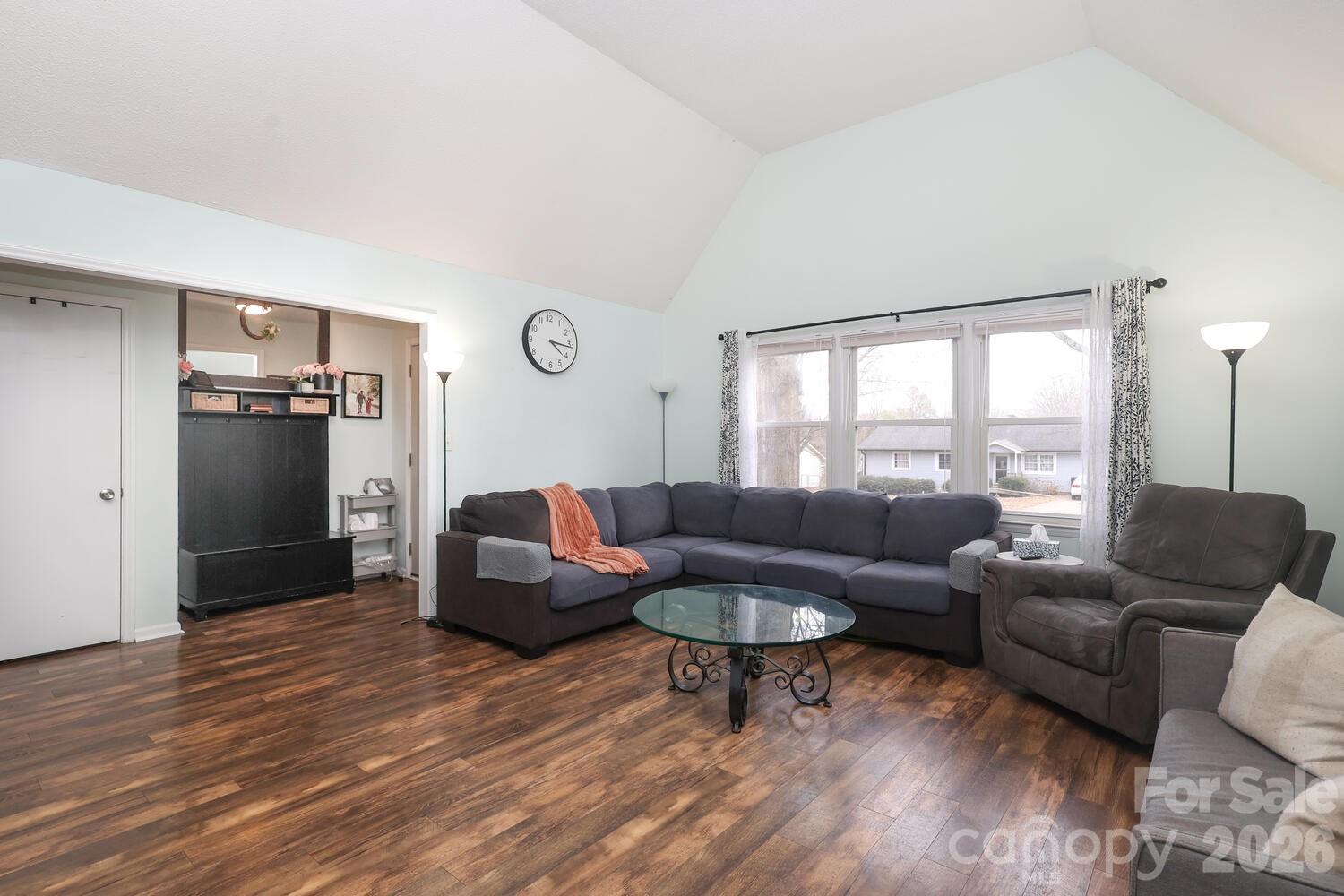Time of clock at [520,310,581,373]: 4:16
